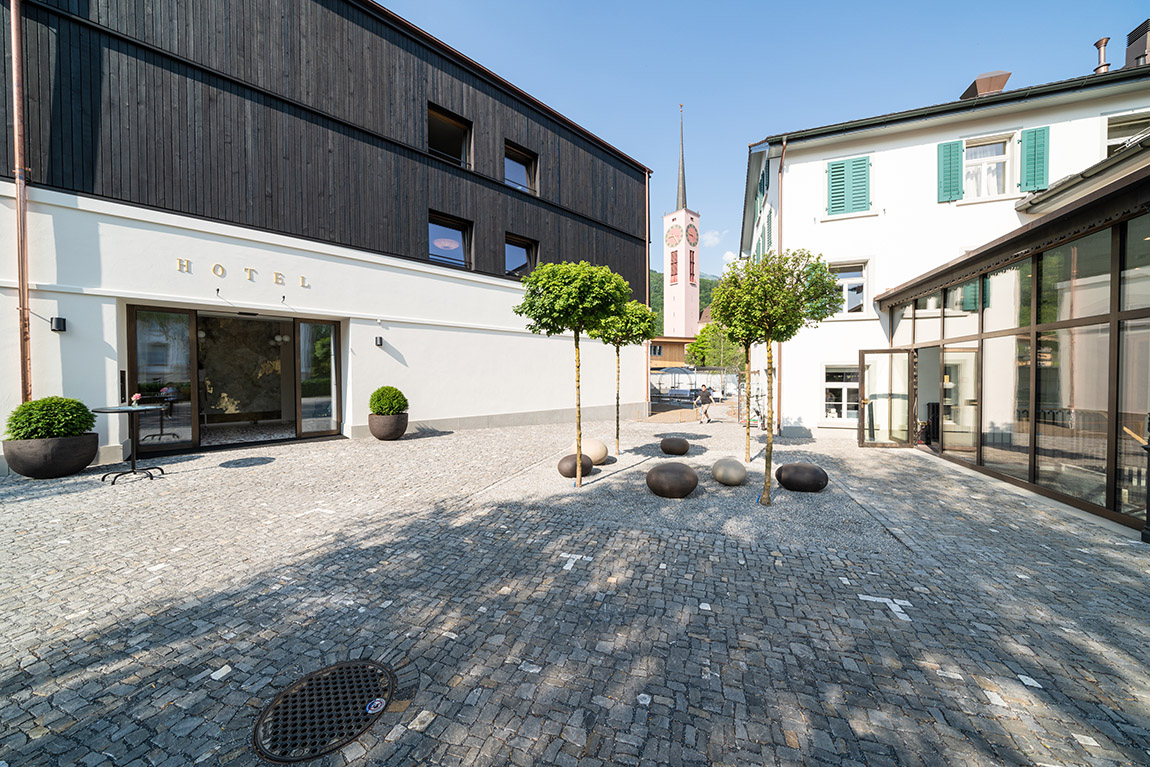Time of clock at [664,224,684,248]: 8:23
